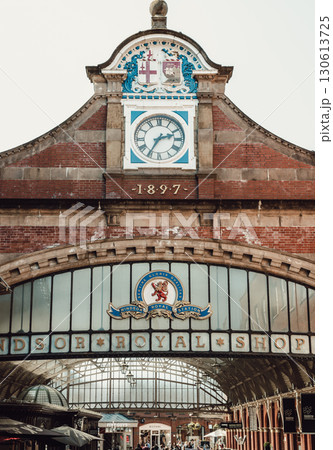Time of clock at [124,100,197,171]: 2:35
